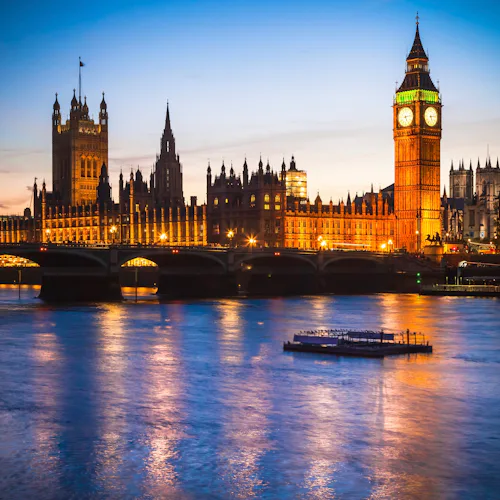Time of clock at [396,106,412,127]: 5:13
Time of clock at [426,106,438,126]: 5:13
